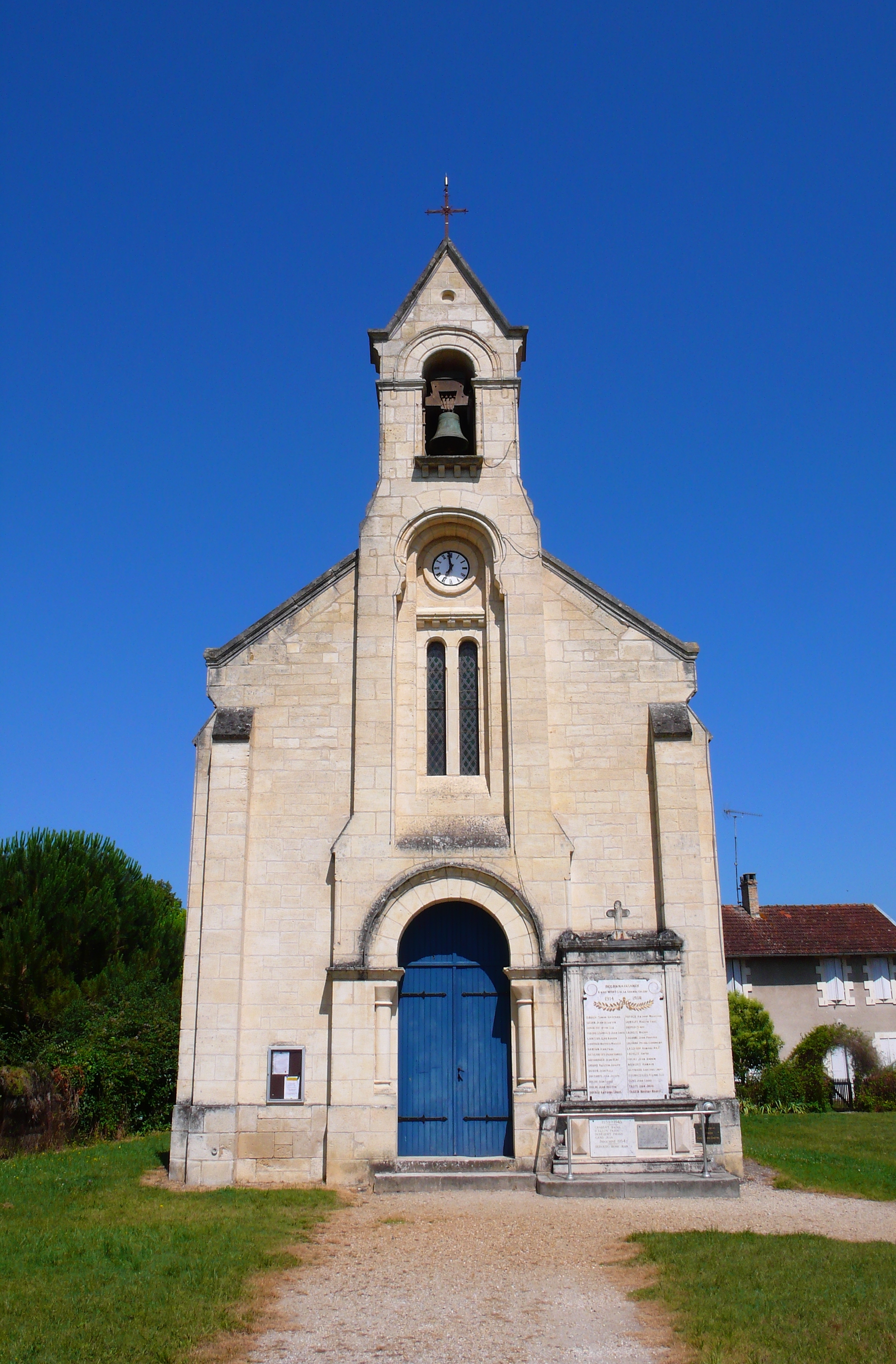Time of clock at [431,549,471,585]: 6:58
